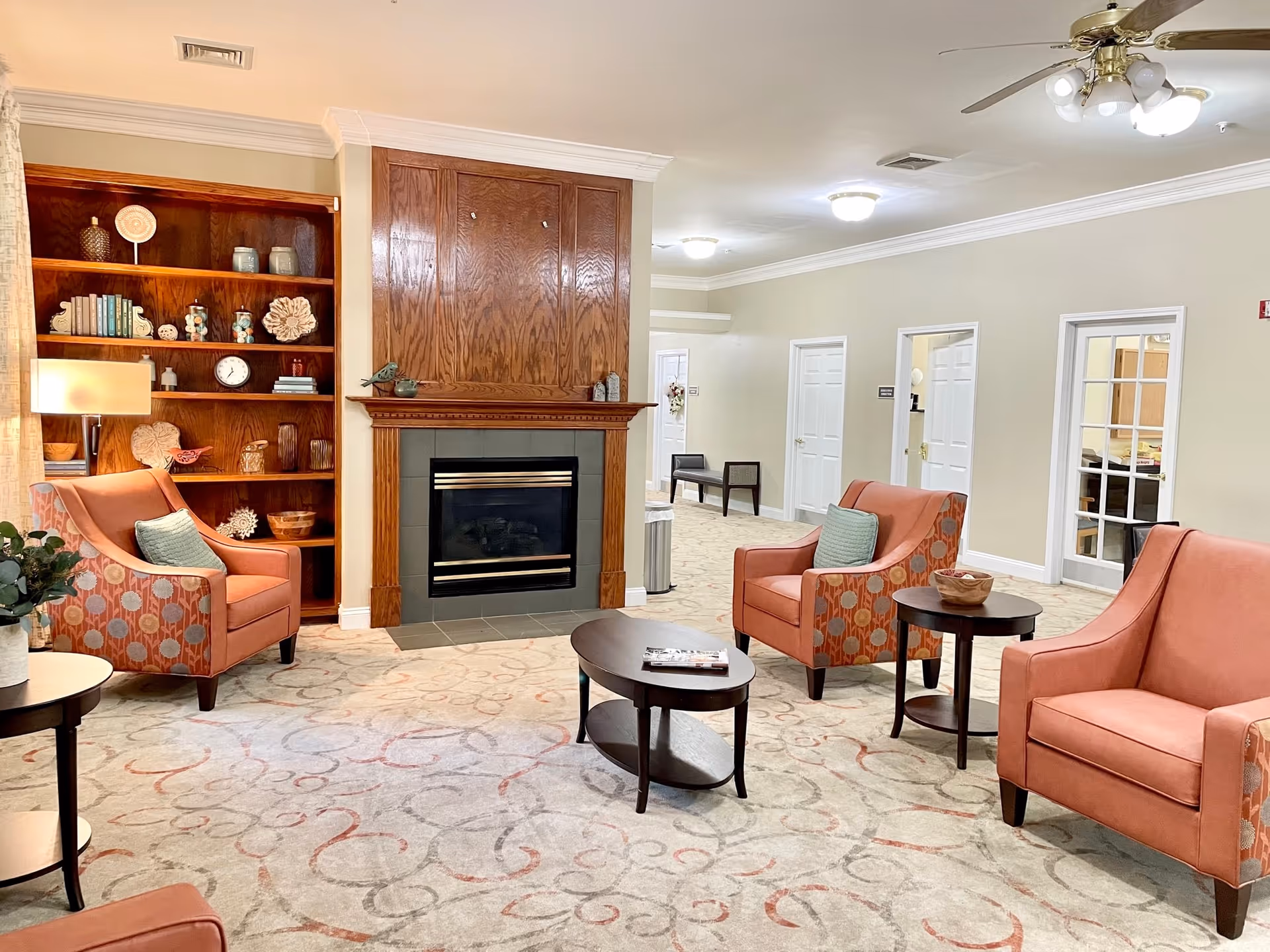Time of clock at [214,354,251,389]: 11:36
